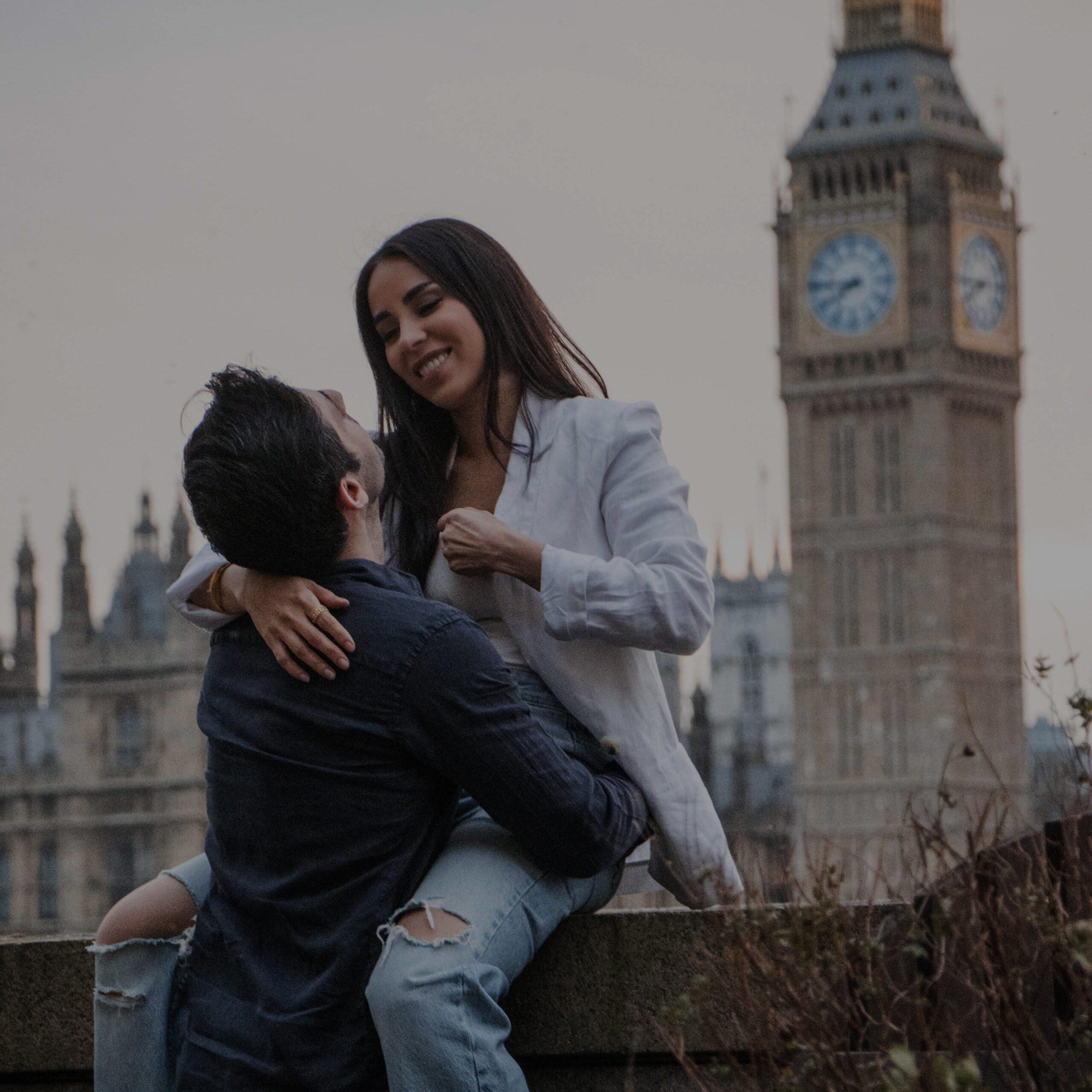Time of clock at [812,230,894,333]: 7:45
